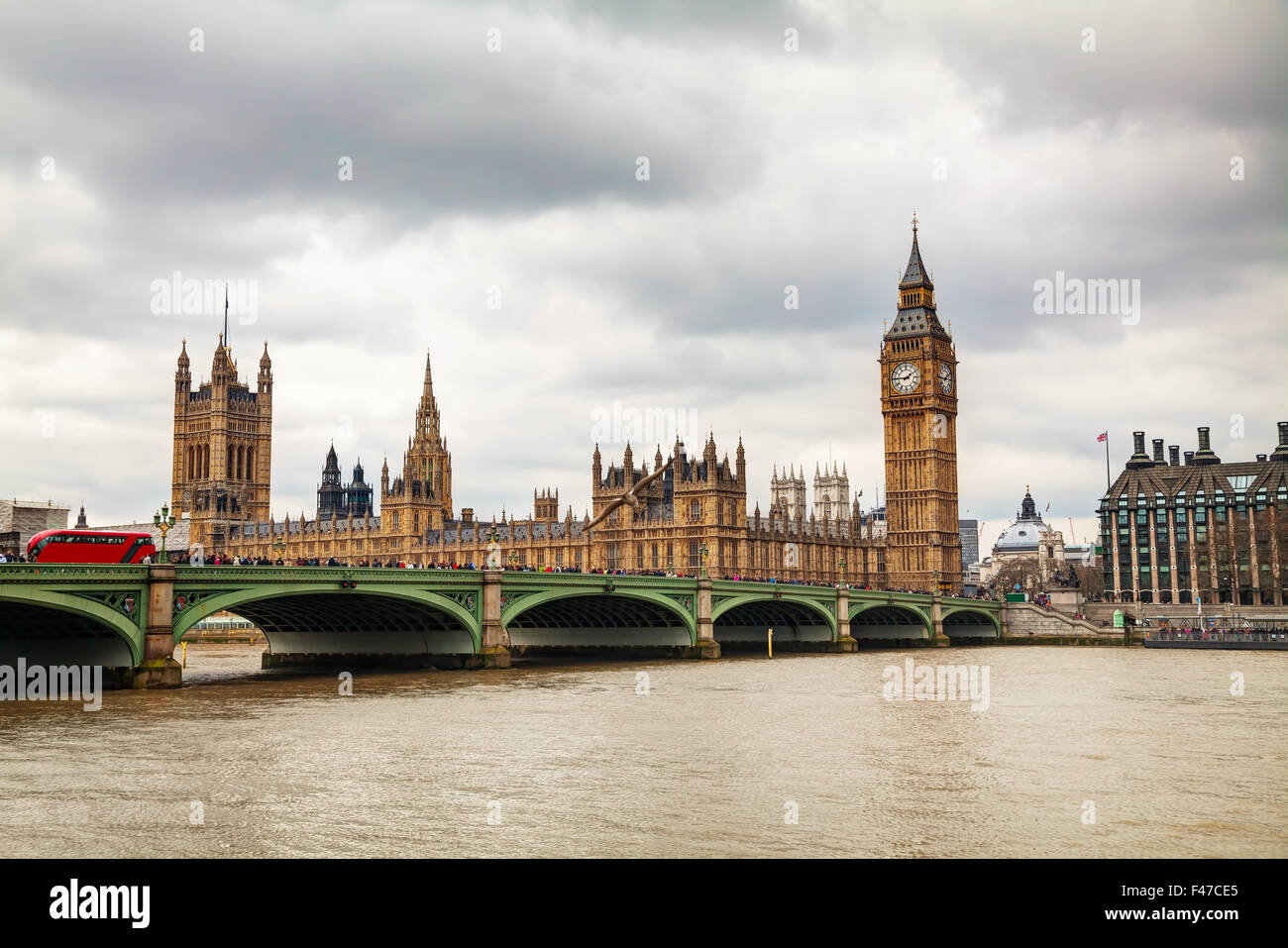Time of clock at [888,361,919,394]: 1:45
